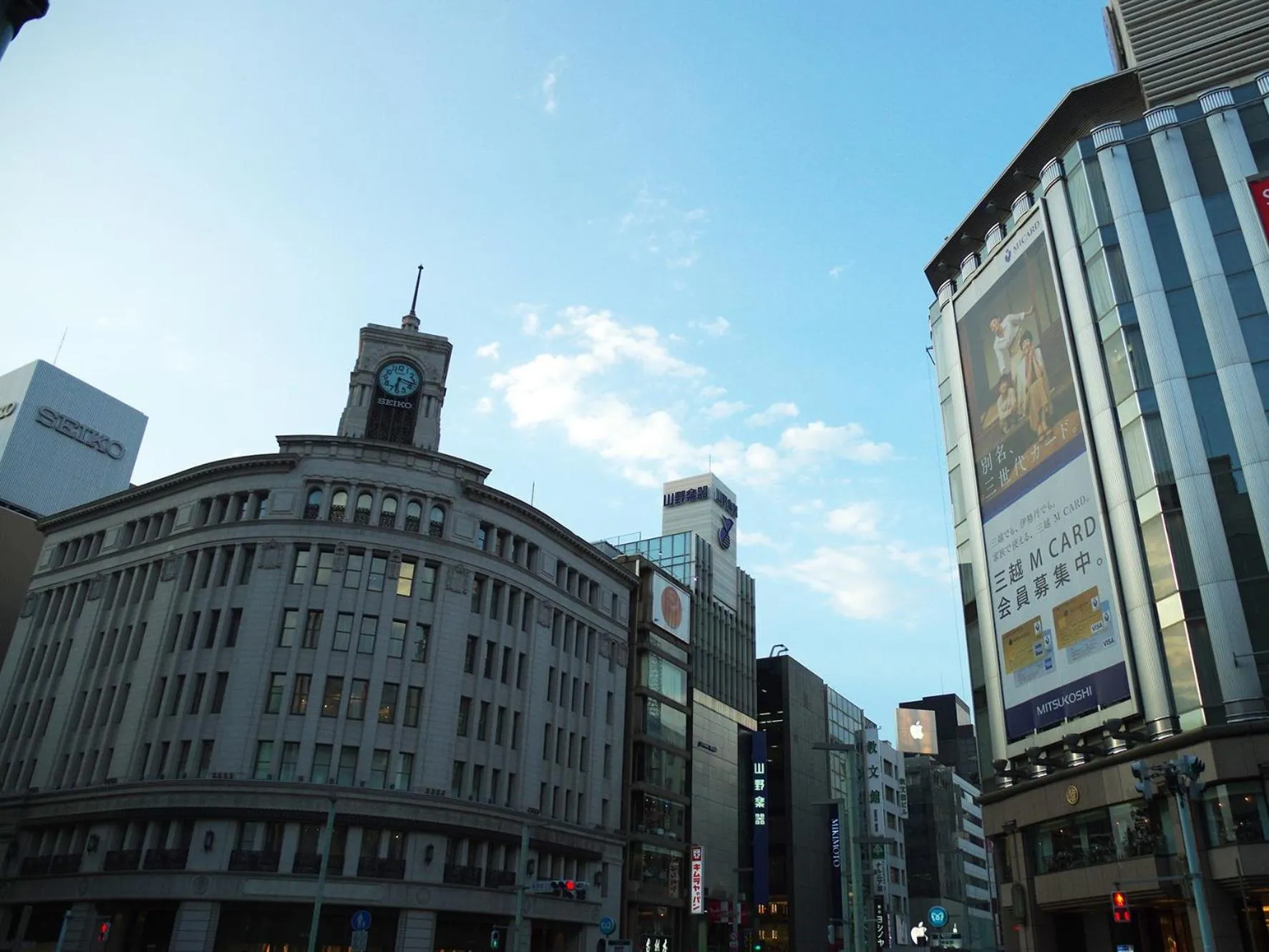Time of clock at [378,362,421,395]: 6:17
